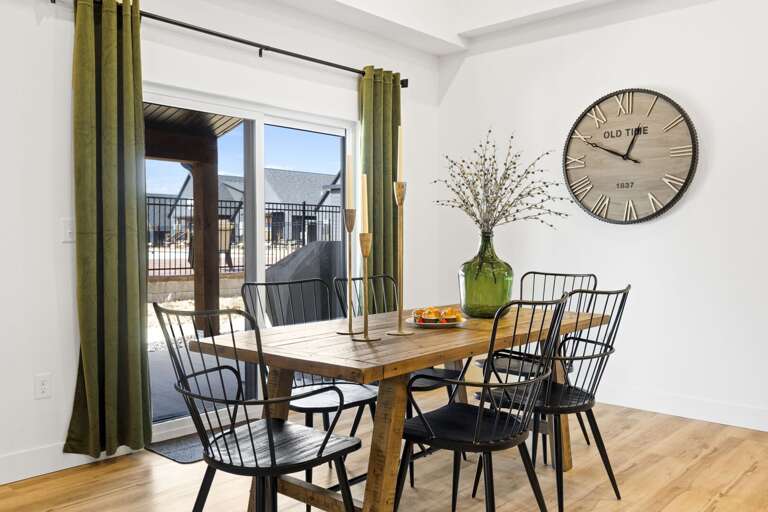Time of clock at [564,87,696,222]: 12:49
